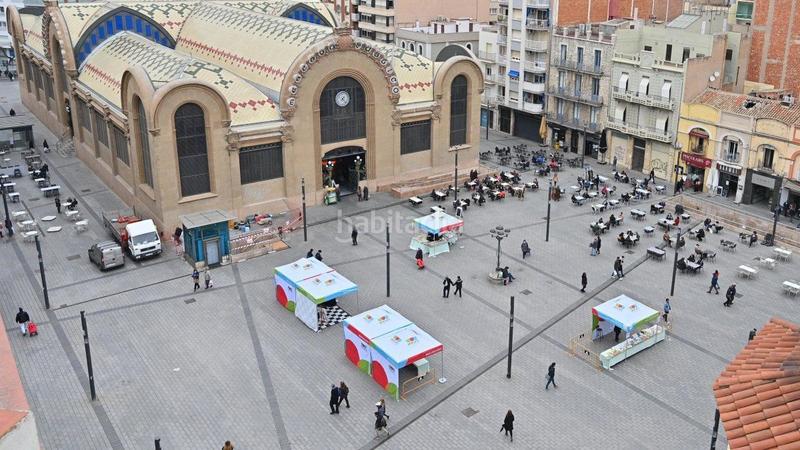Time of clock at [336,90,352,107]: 7:22
